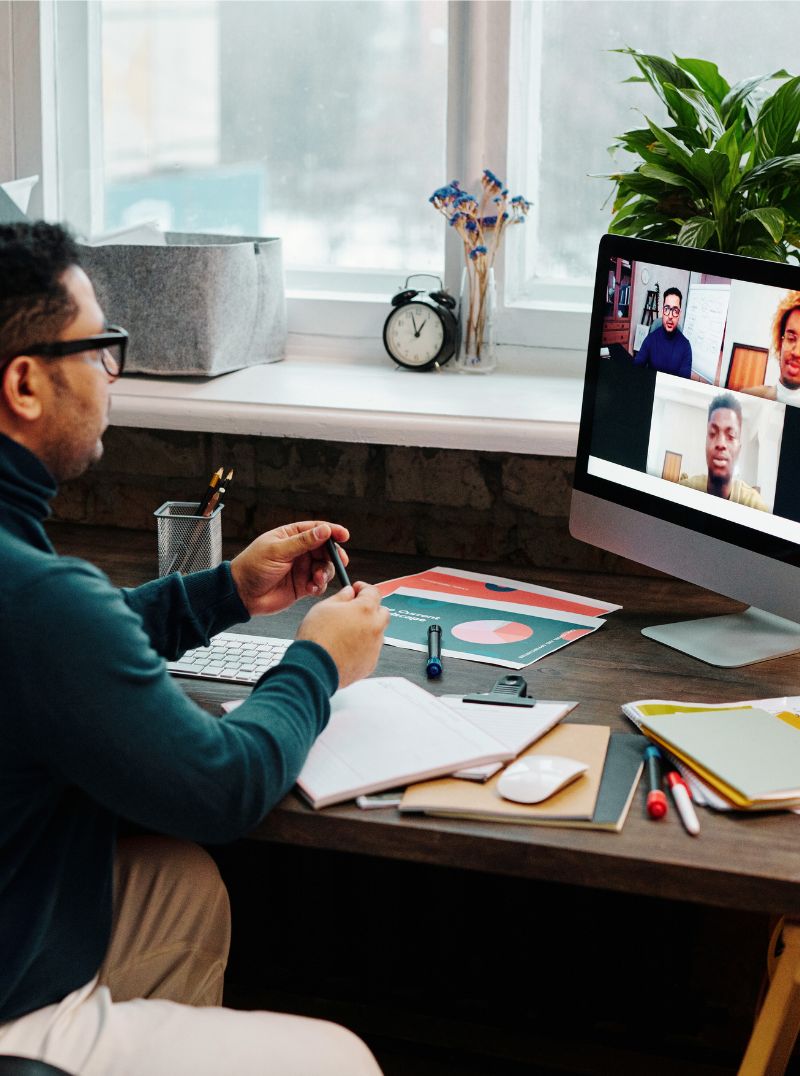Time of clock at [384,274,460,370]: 12:57
